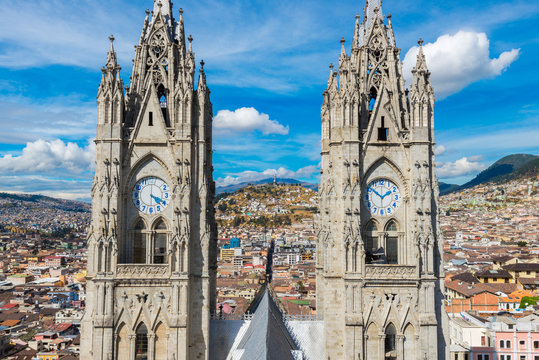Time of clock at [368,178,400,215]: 1:51
